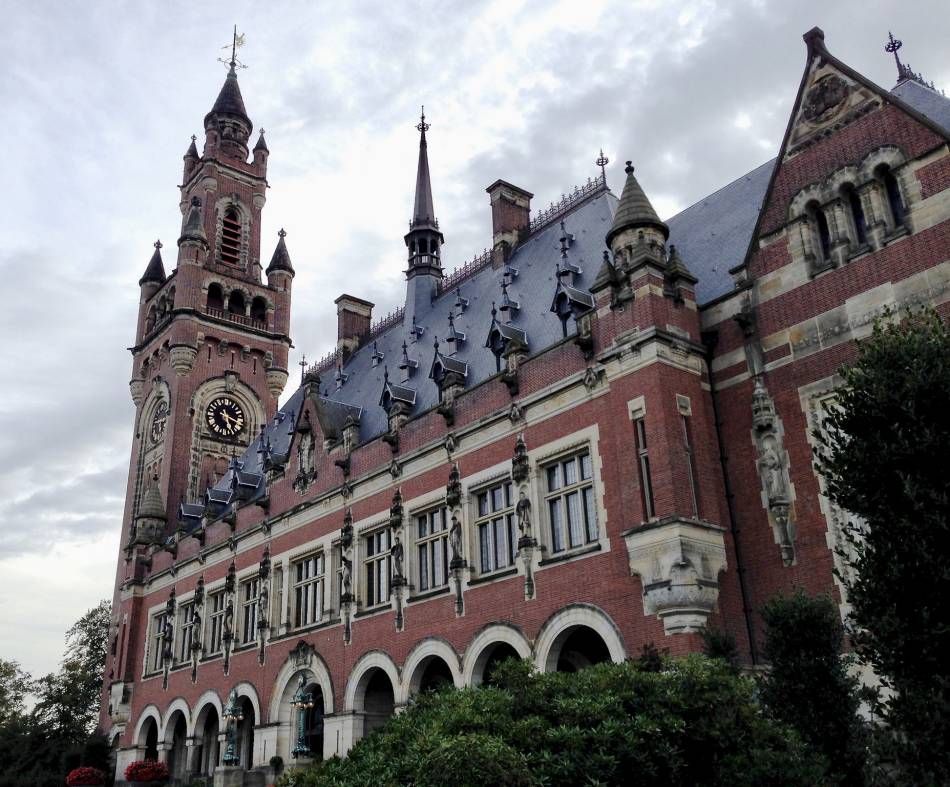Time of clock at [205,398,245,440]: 5:18
